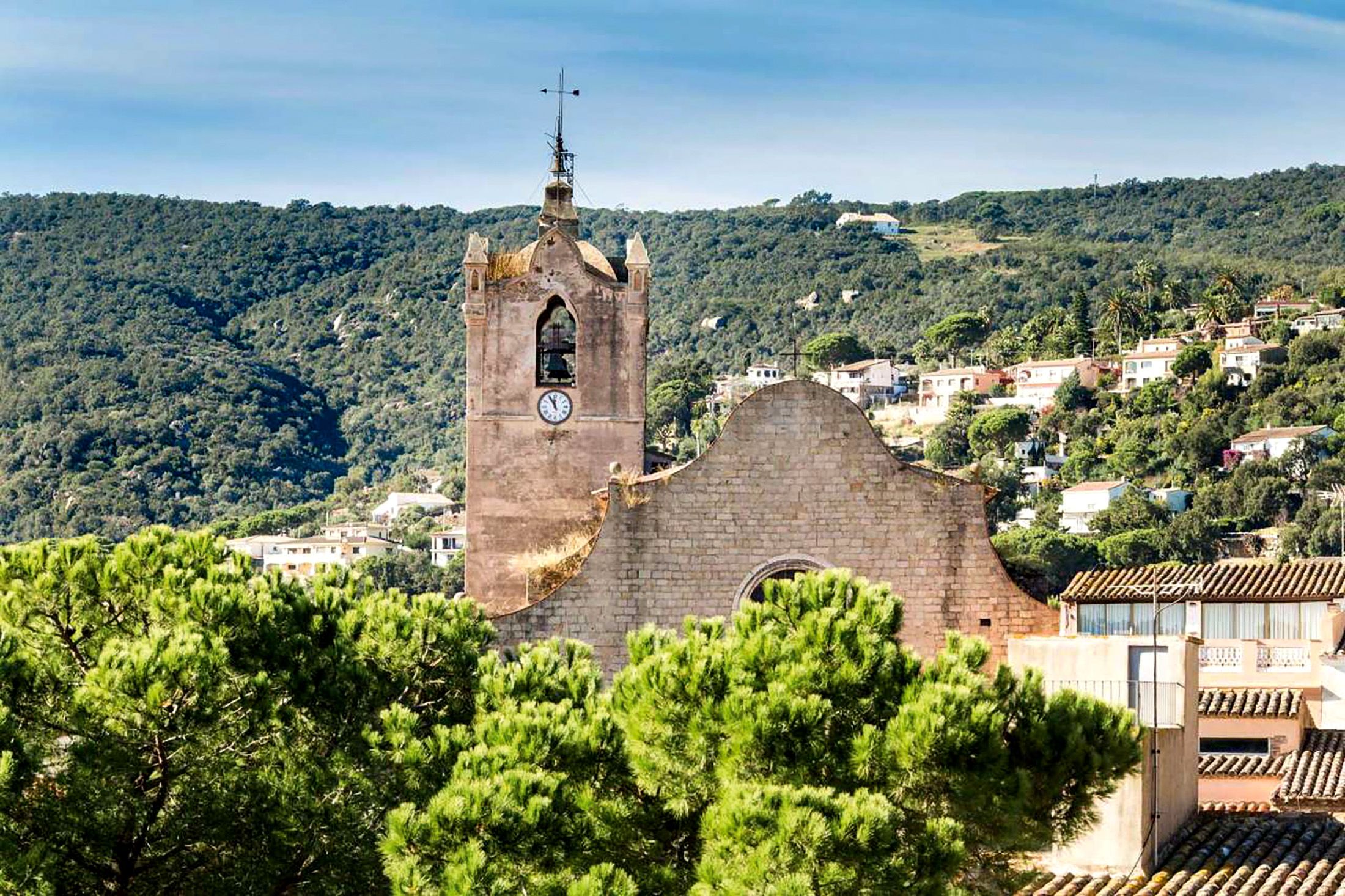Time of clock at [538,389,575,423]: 11:55
